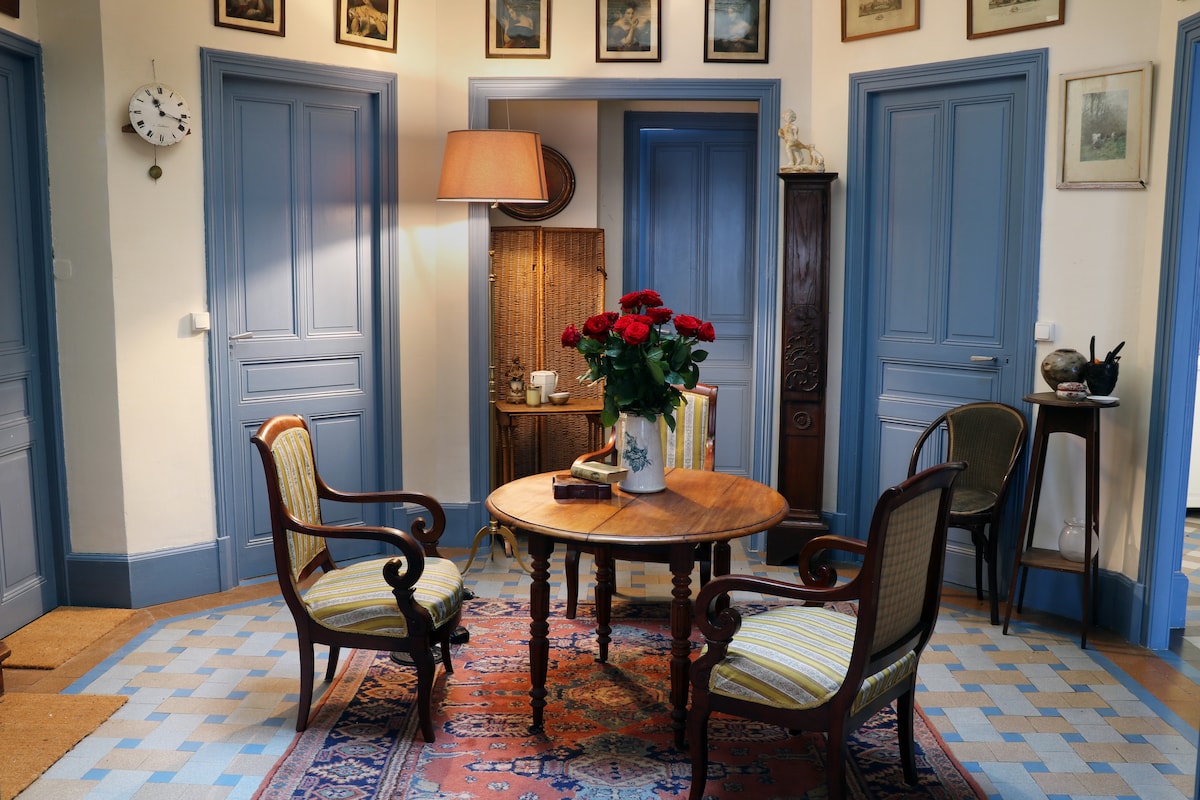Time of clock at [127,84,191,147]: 11:17
